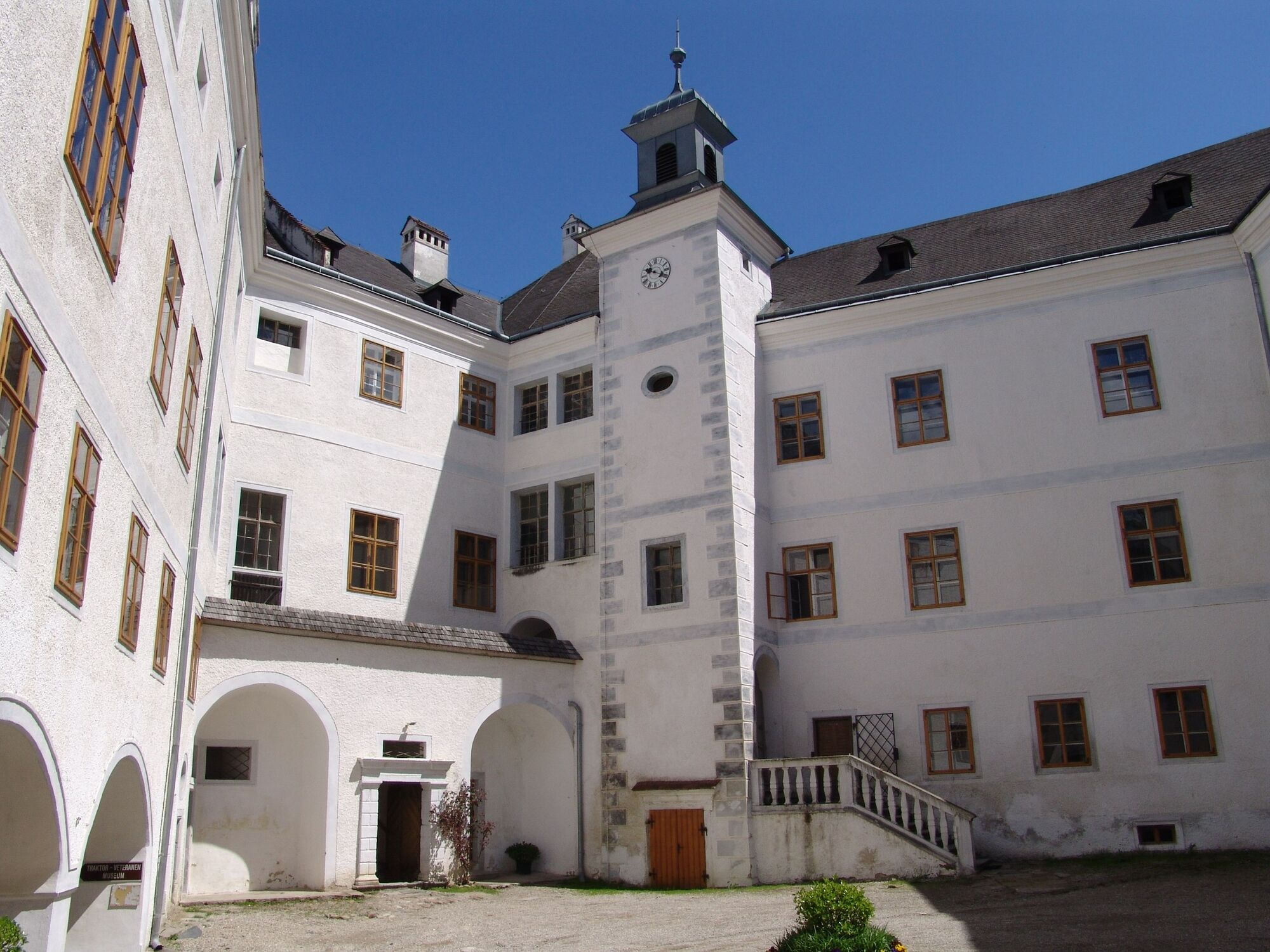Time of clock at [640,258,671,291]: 9:18
